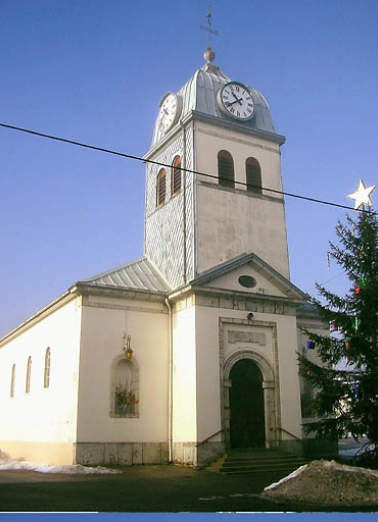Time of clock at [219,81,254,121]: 10:38
